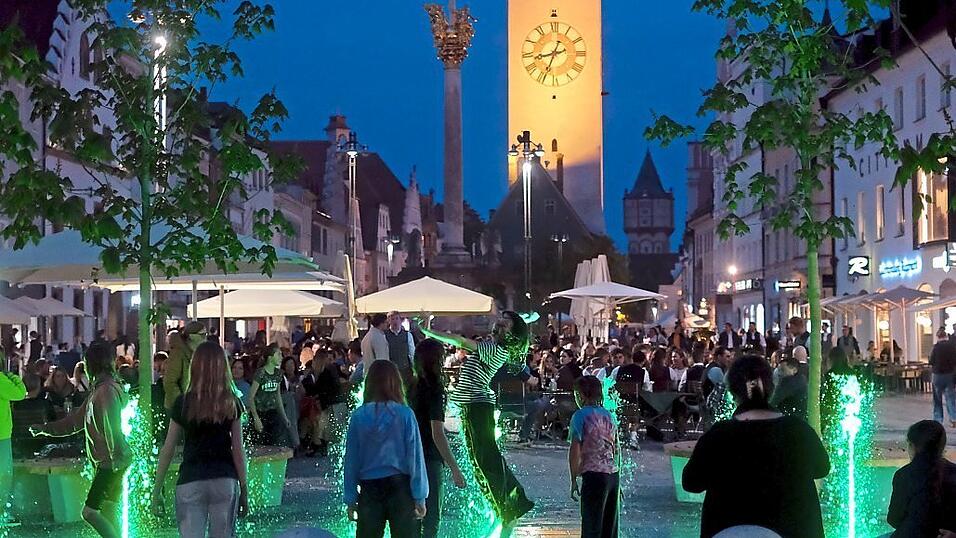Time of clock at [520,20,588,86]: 8:34
